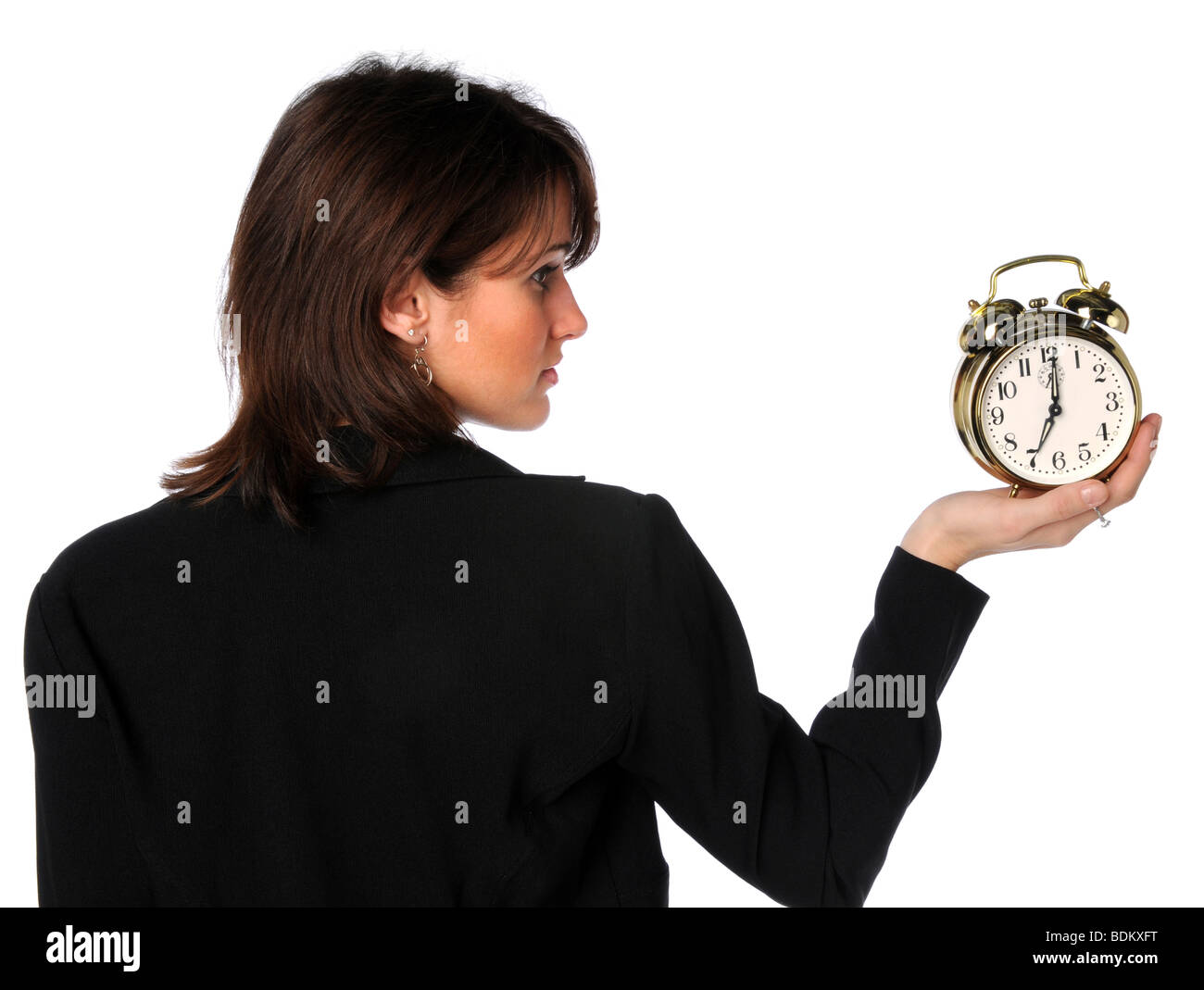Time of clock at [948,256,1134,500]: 7:01
